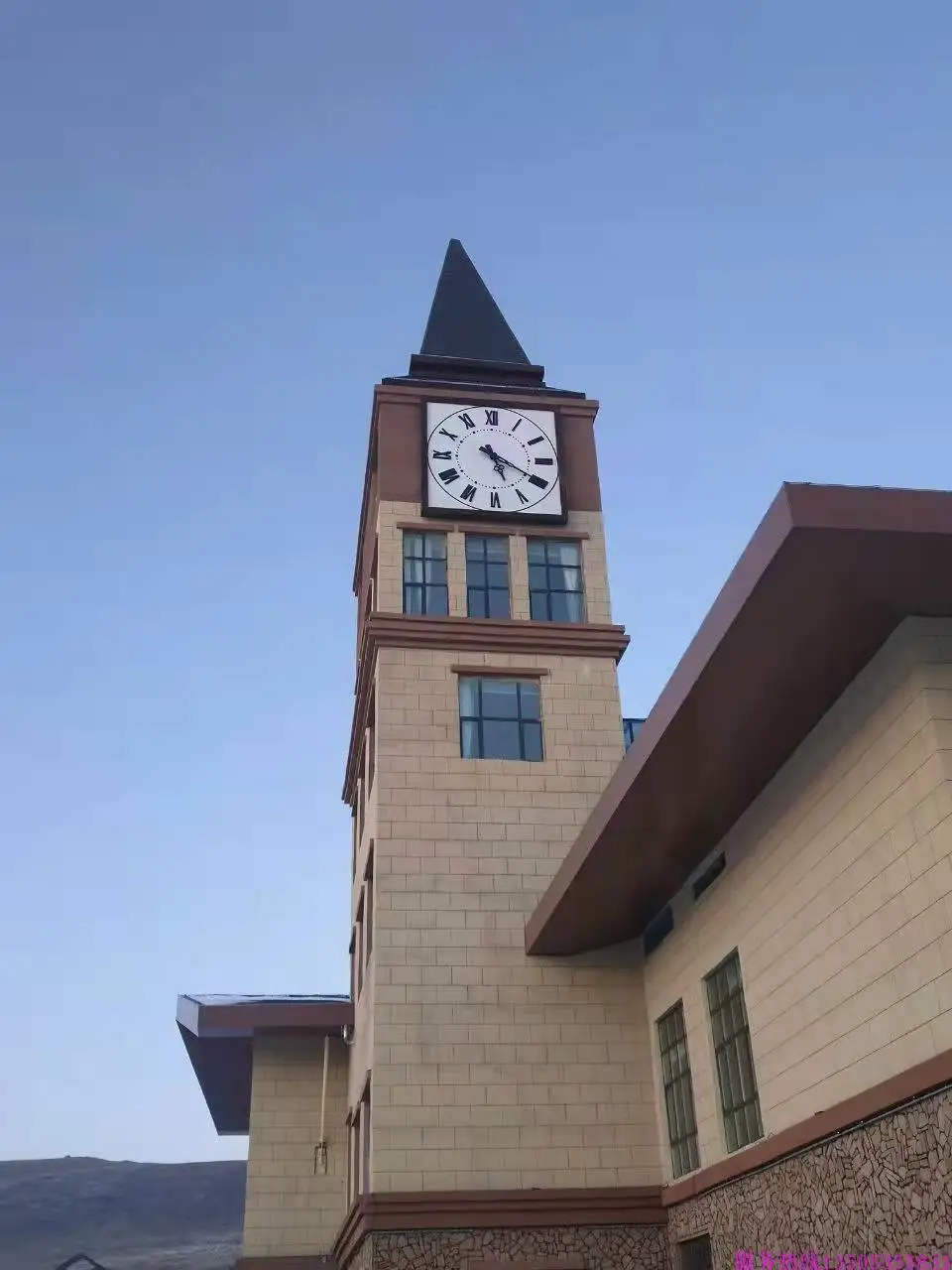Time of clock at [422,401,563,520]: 5:19
